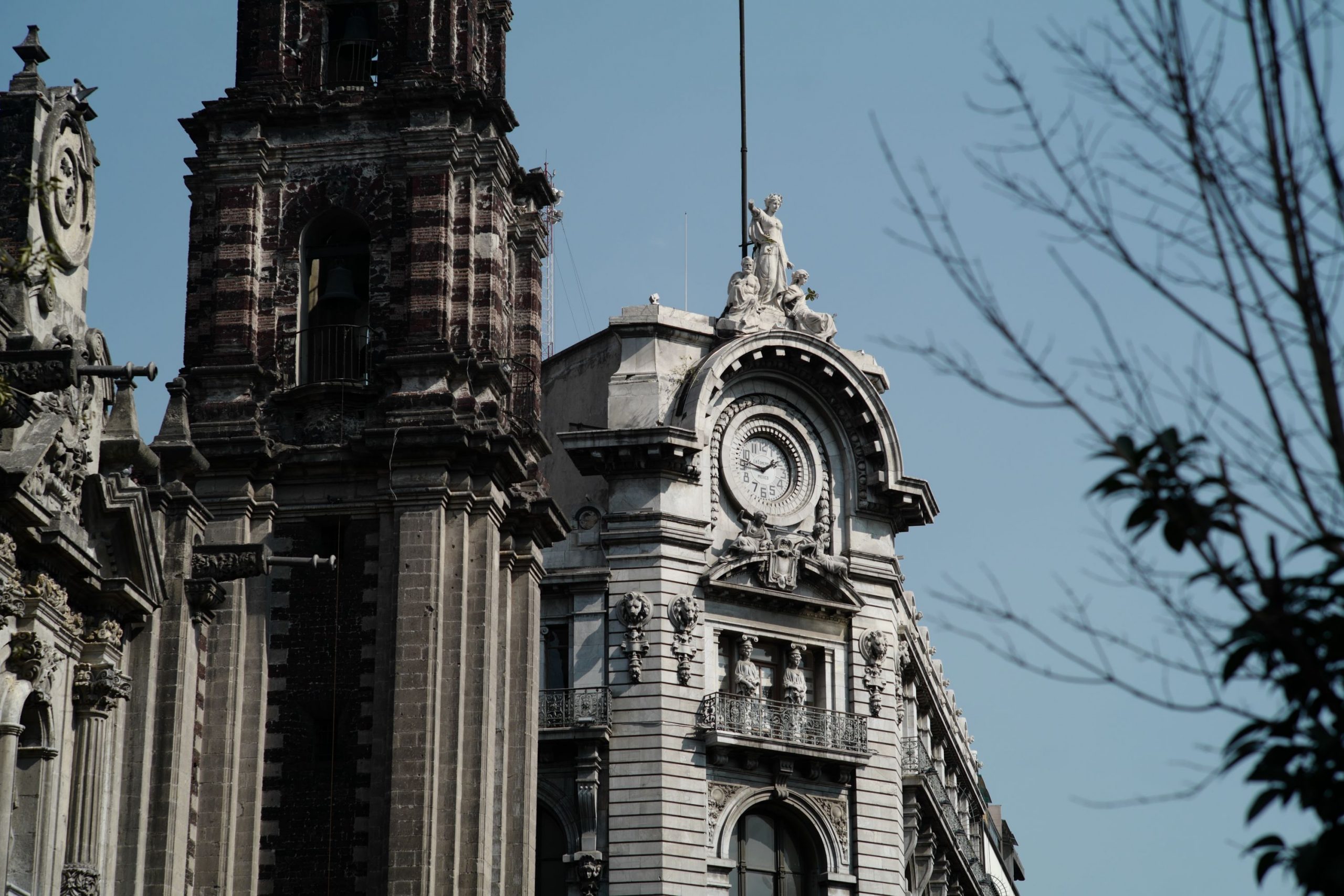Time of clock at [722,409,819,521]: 1:46
